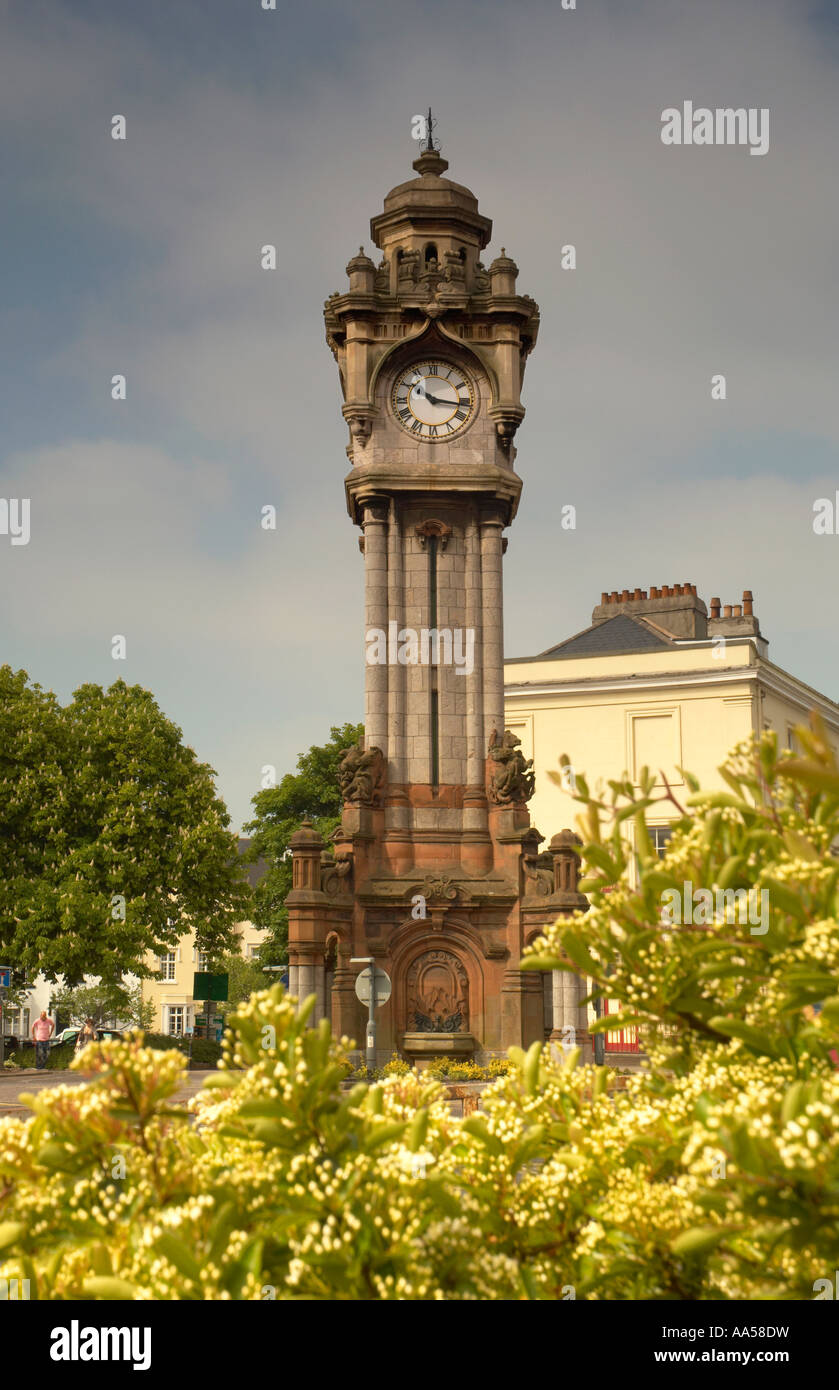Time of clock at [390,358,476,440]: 10:16
